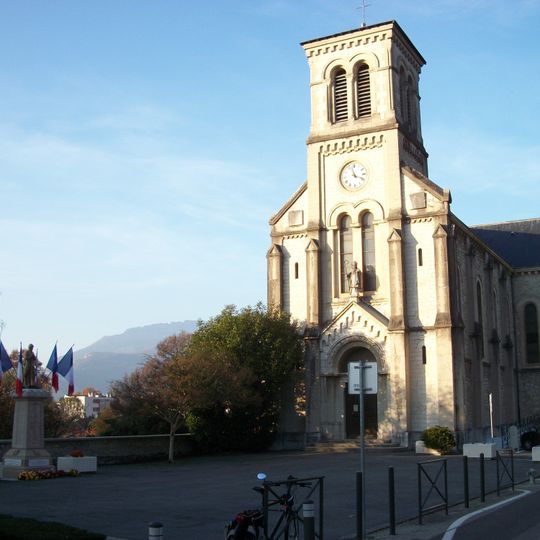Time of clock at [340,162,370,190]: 11:18
